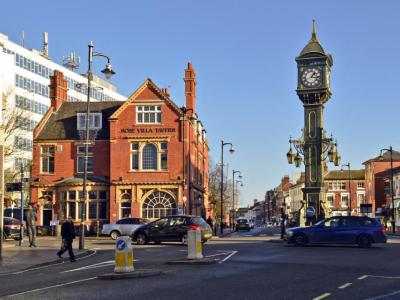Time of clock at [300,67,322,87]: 1:16
